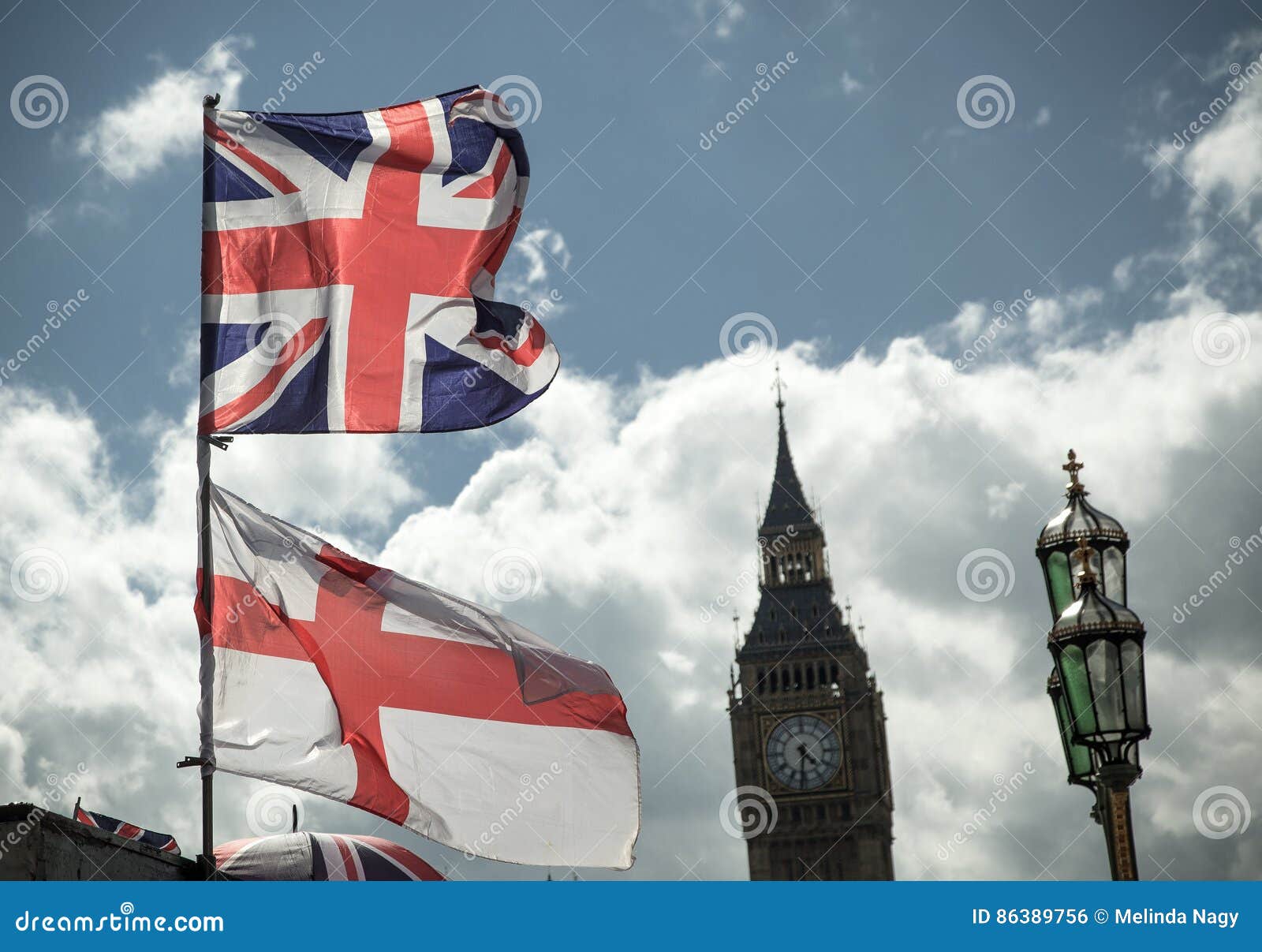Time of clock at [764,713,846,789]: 4:31
